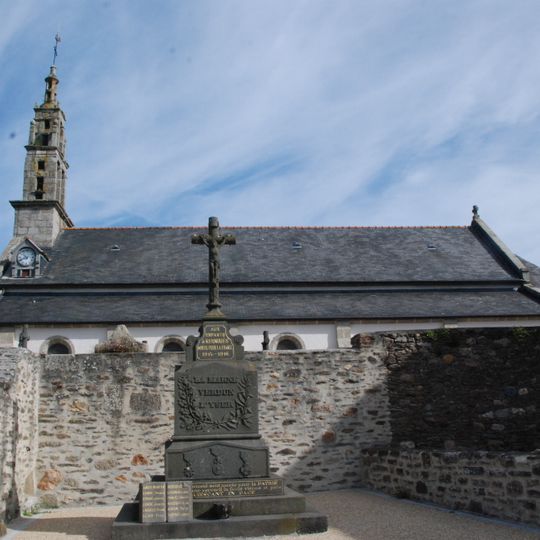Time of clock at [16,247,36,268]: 10:41
